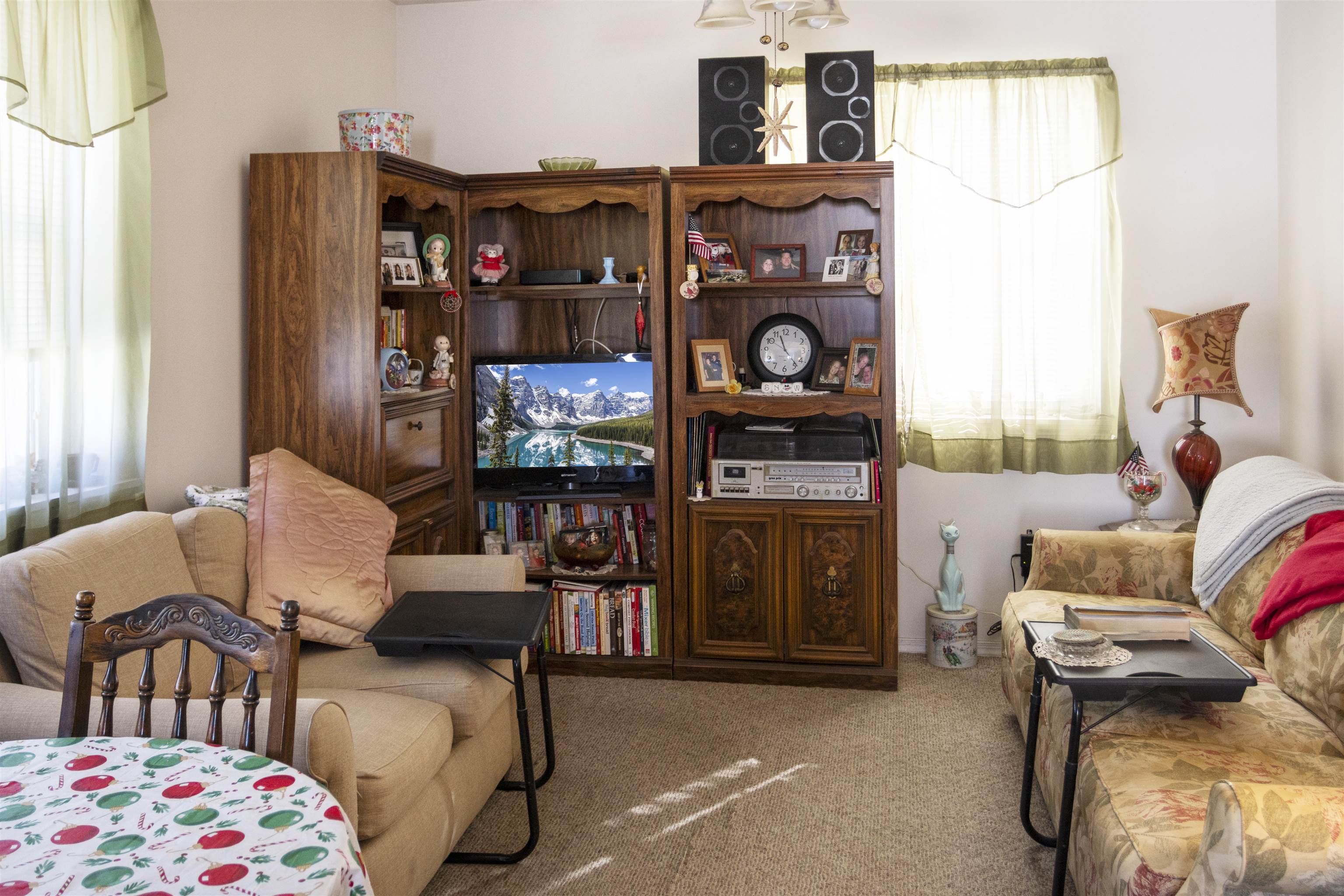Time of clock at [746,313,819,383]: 11:23
